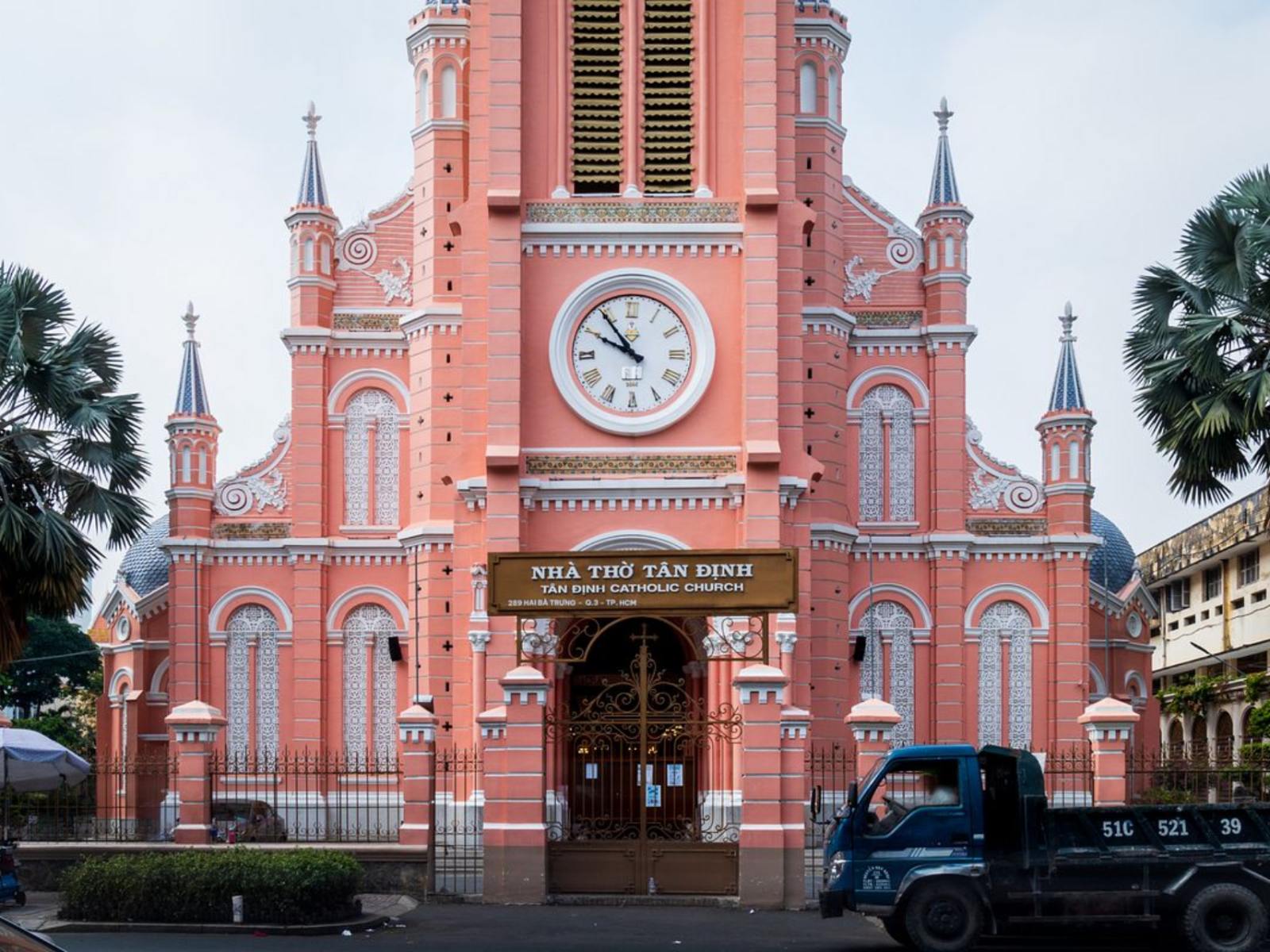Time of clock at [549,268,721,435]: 9:54
